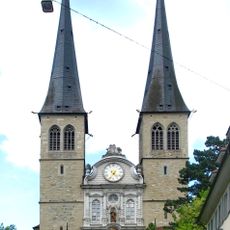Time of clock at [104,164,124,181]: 4:34
